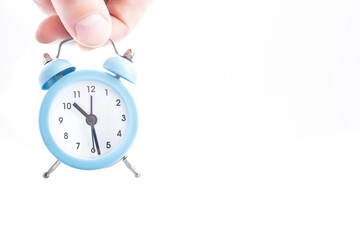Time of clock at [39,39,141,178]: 10:28
